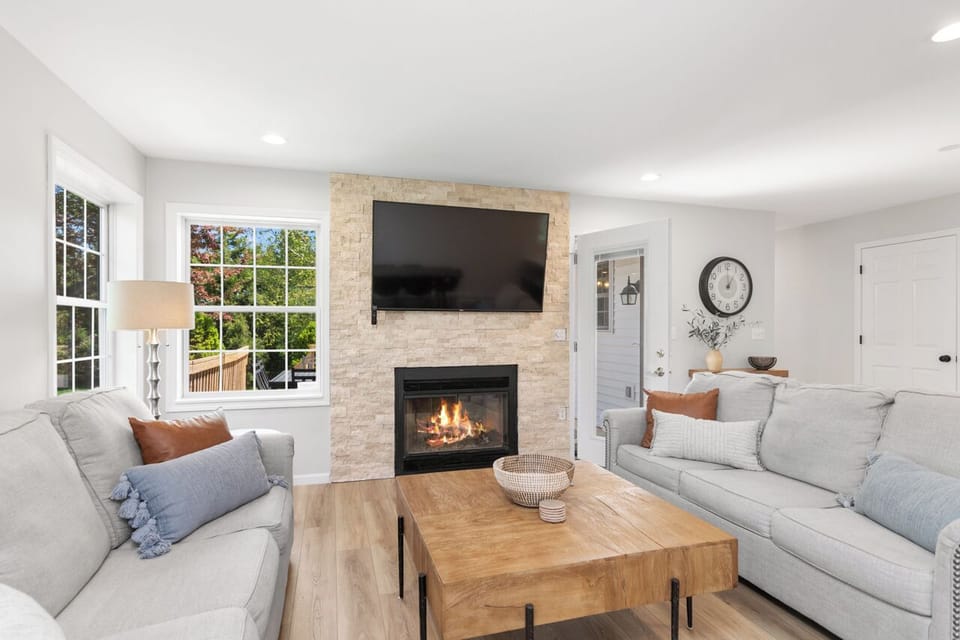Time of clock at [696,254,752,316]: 1:00
